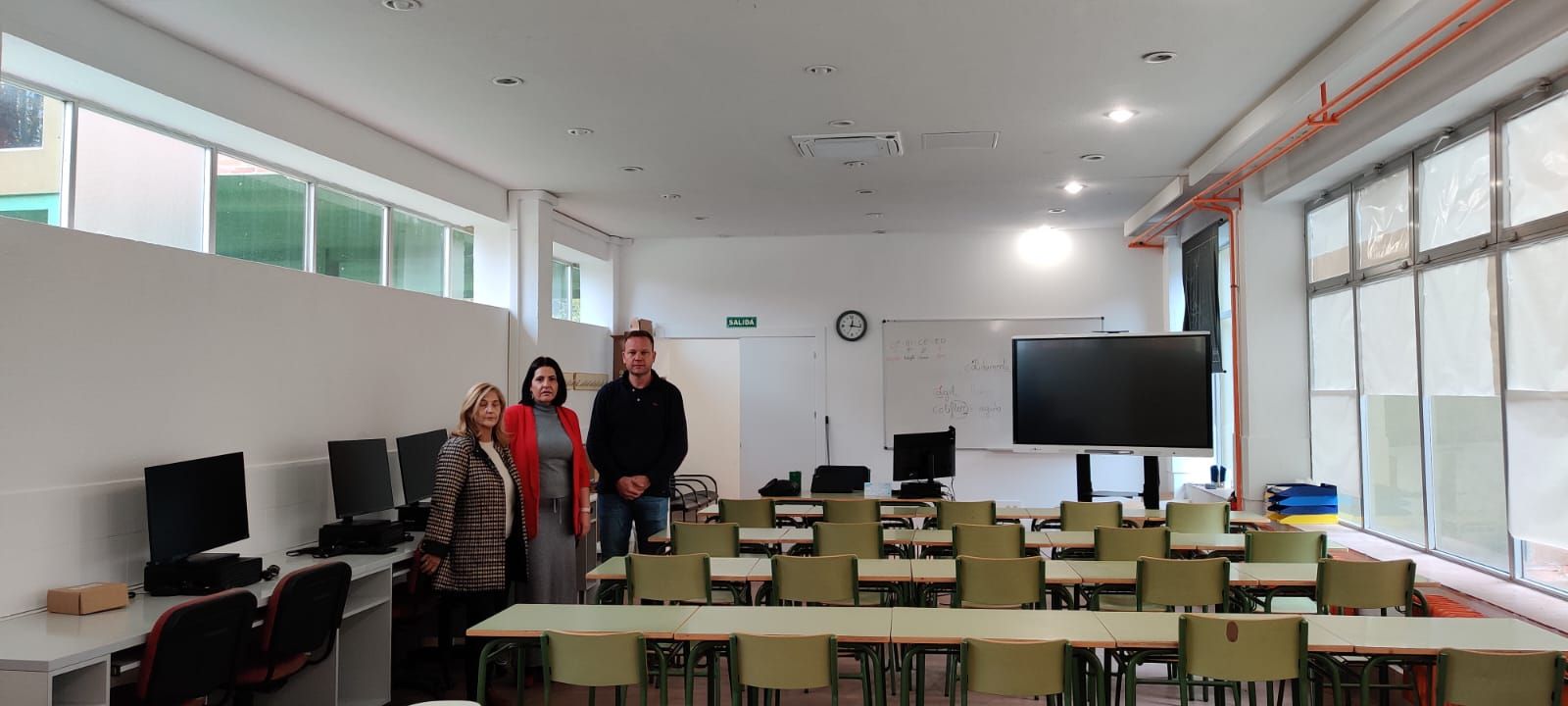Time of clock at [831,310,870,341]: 12:16
